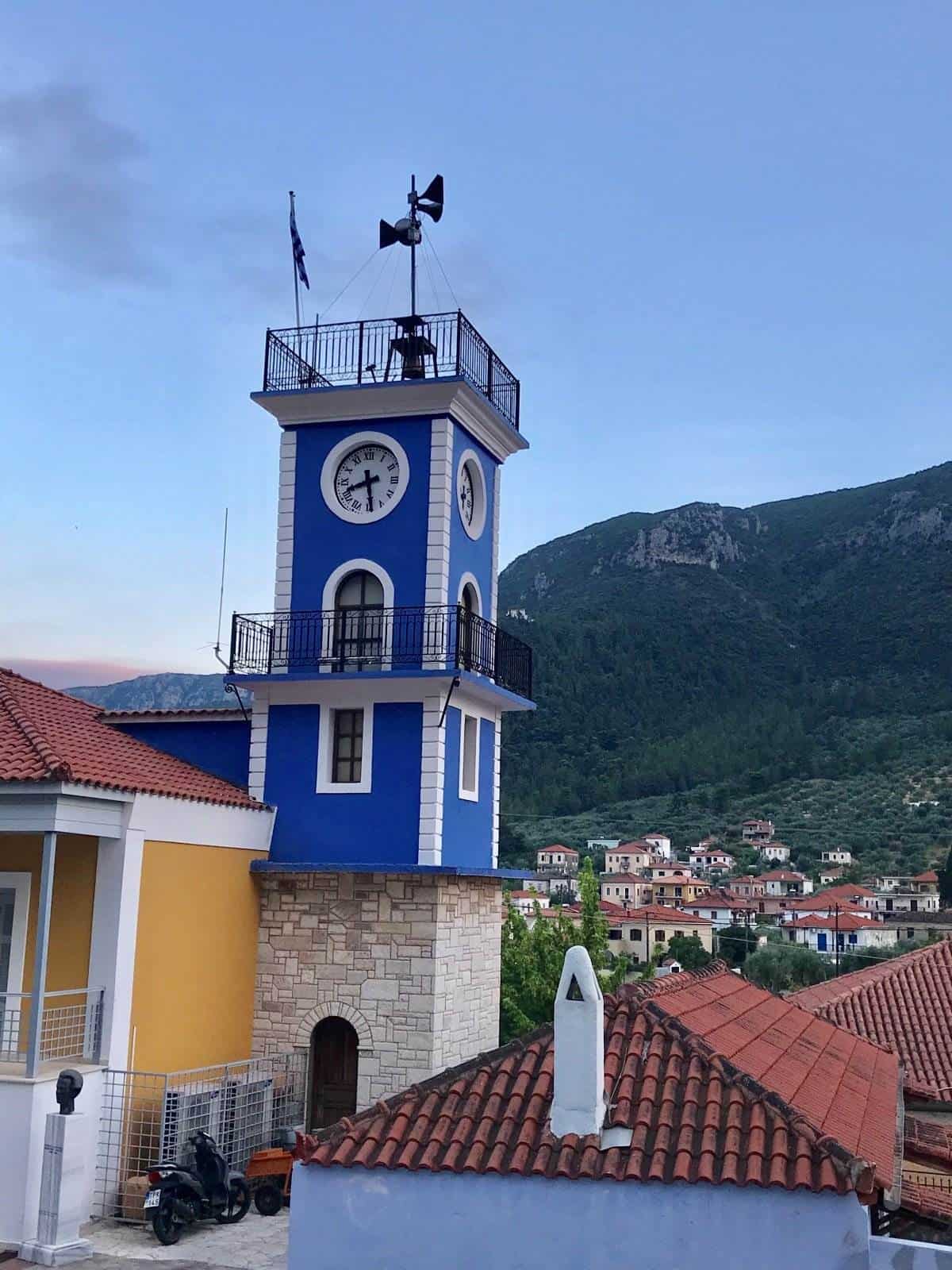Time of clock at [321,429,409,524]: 8:28
